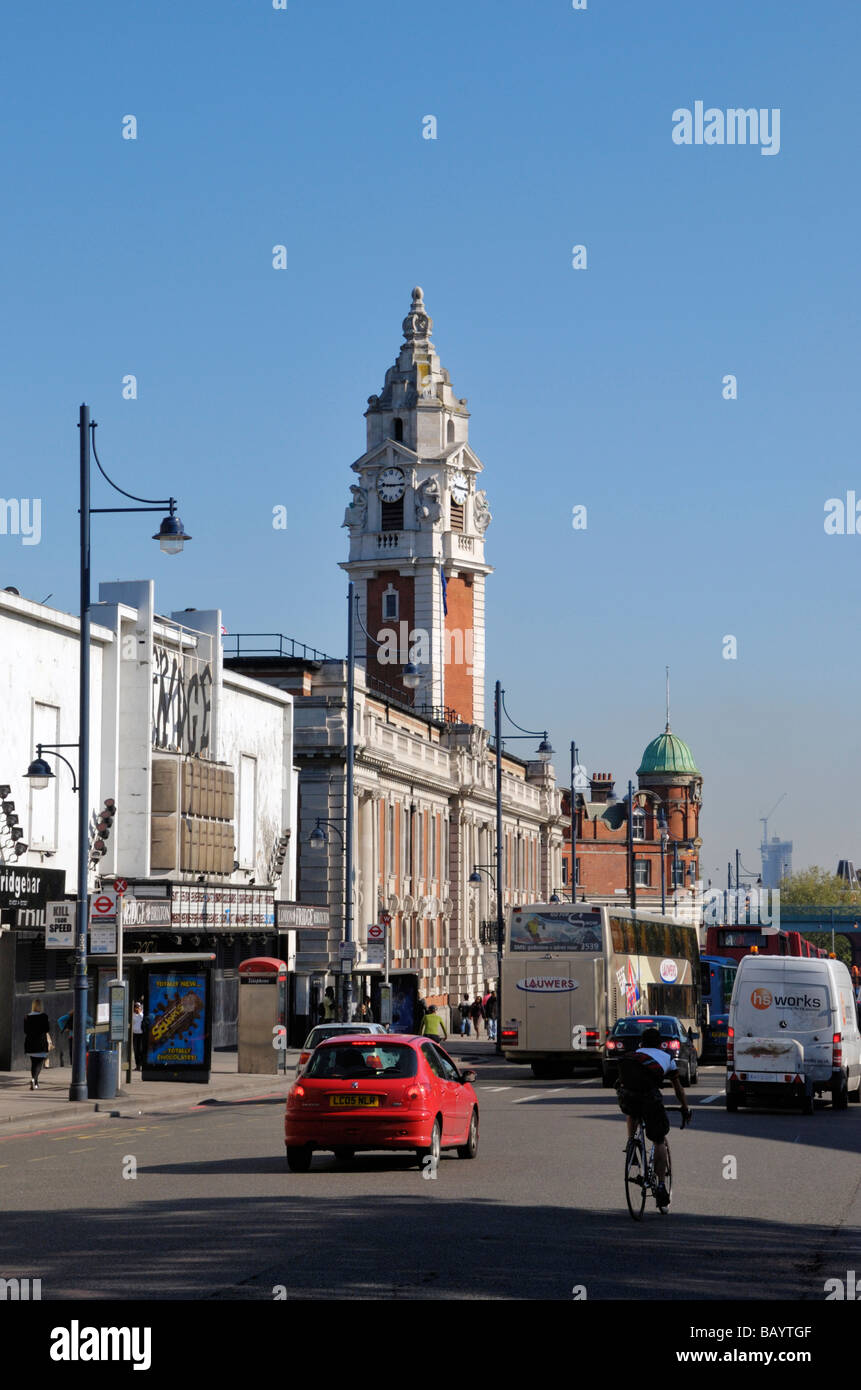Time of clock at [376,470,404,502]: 9:15
